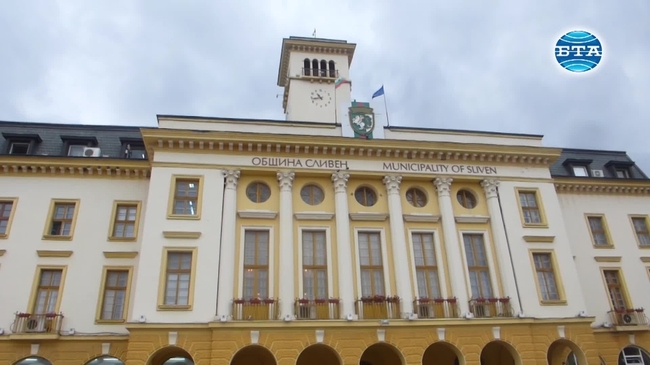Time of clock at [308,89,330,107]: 10:43
